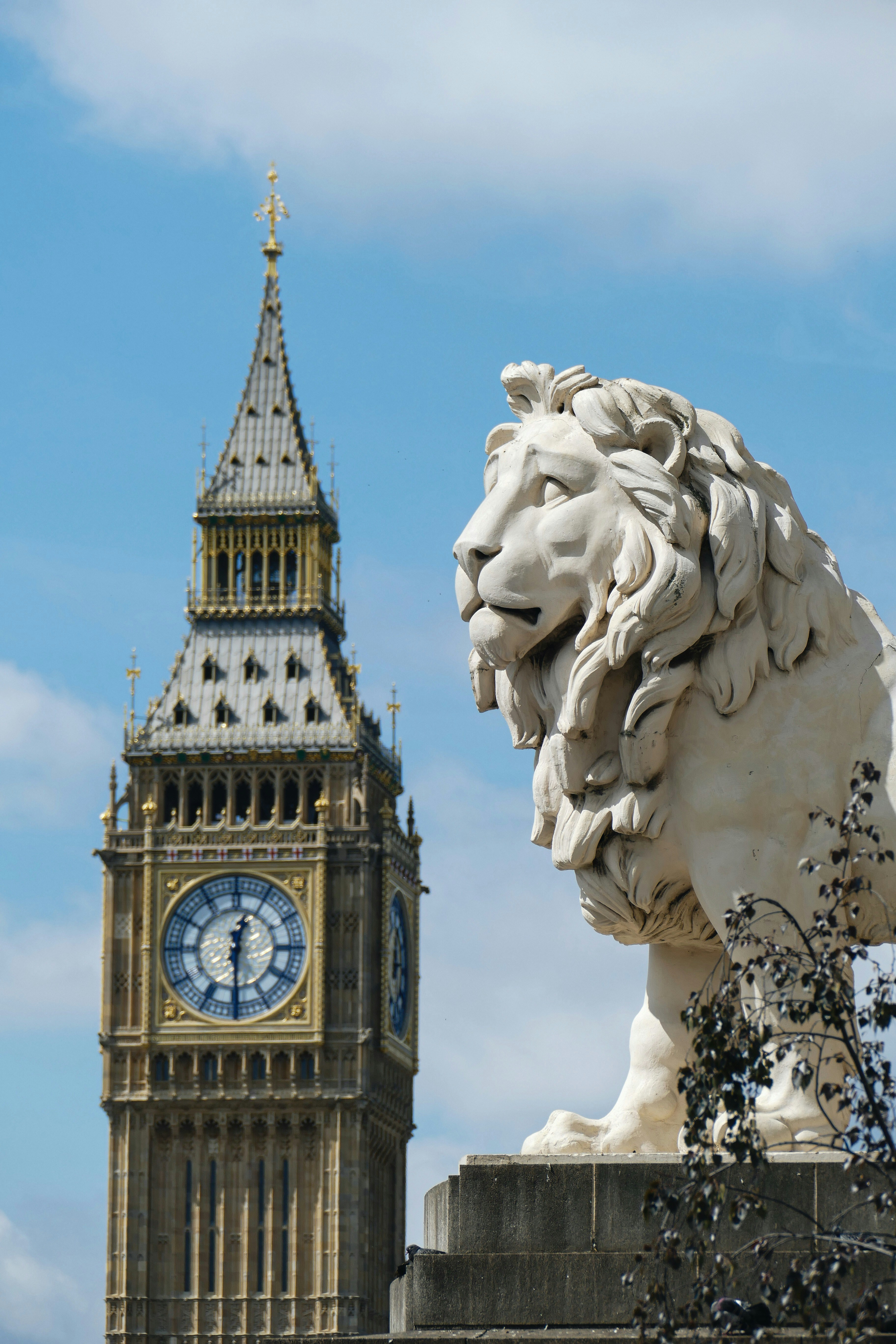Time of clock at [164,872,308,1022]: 12:29
